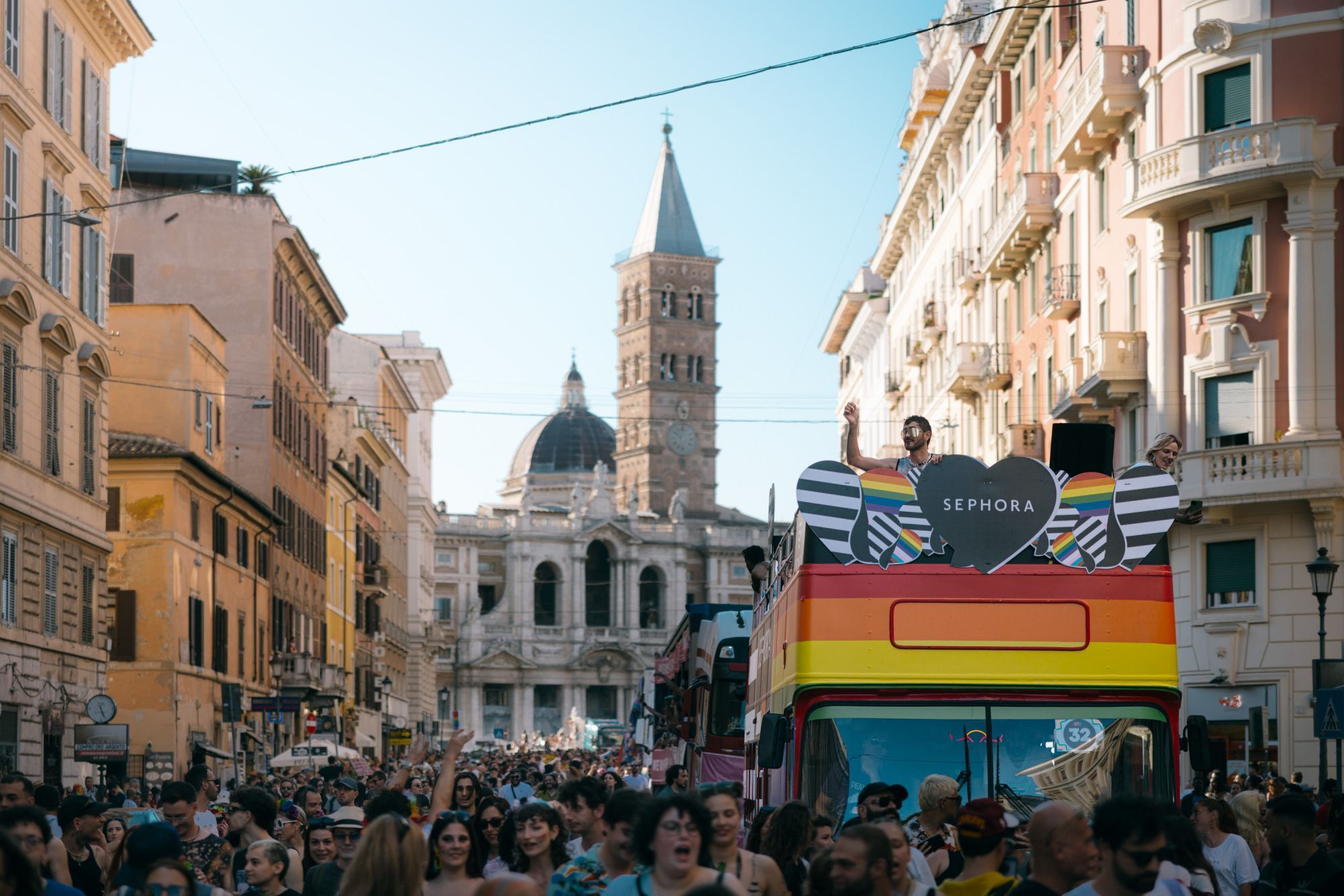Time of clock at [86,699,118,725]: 5:26
